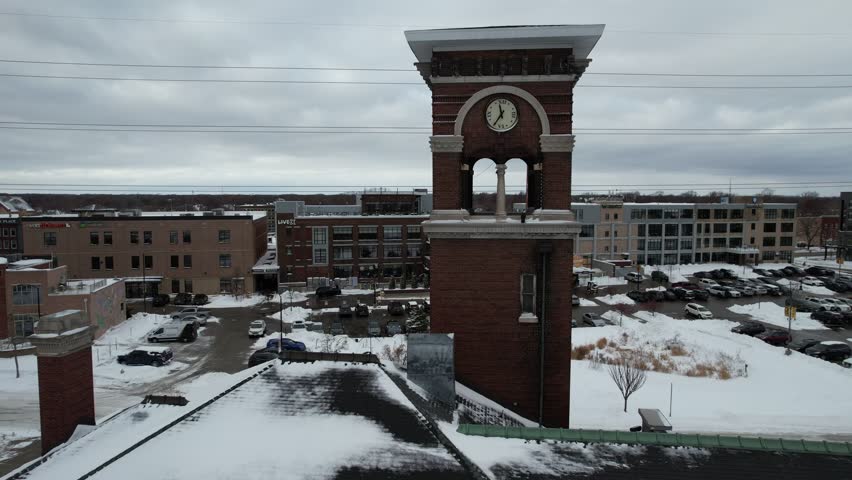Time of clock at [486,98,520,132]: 11:35
